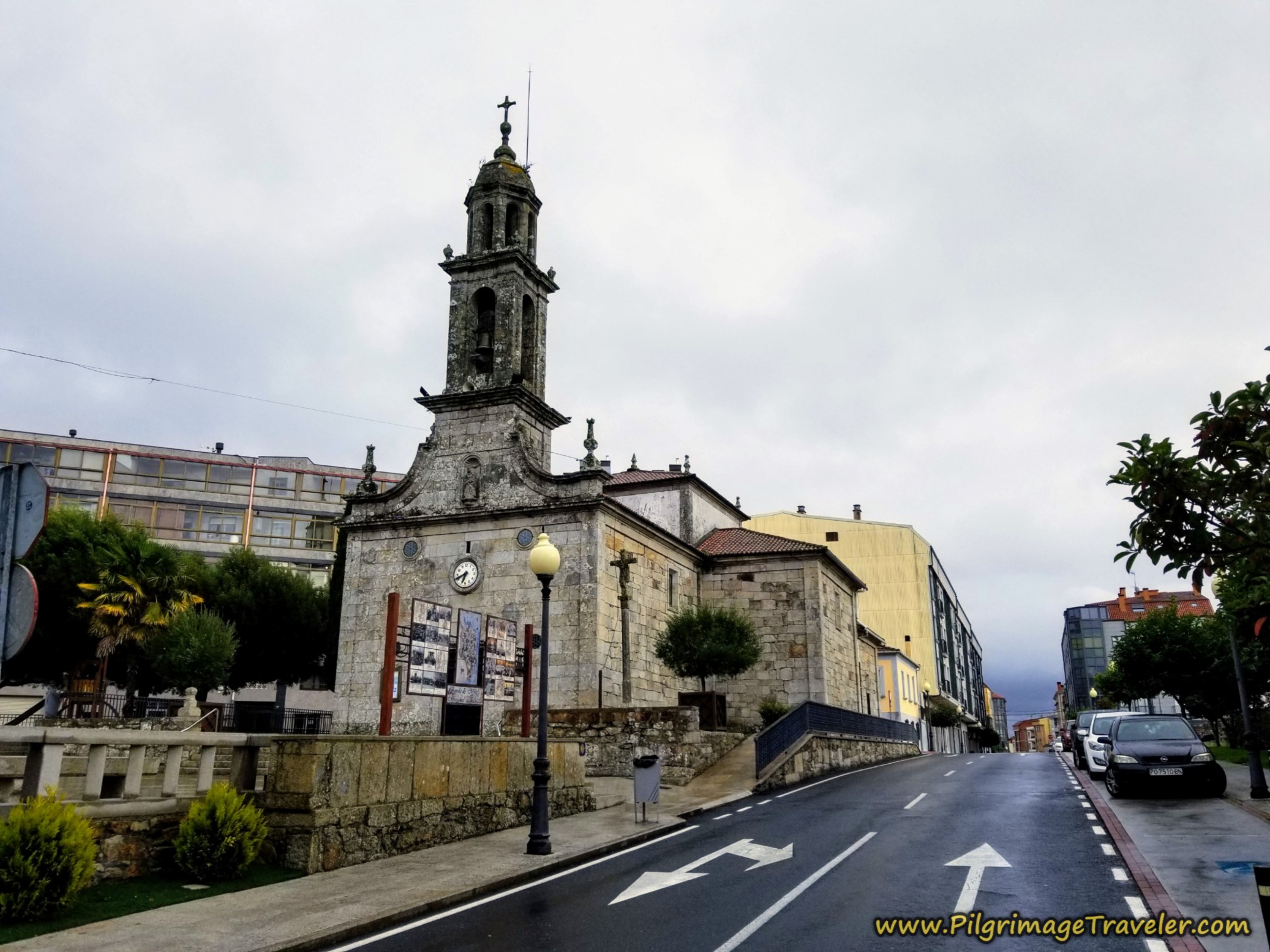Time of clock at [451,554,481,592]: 6:41
